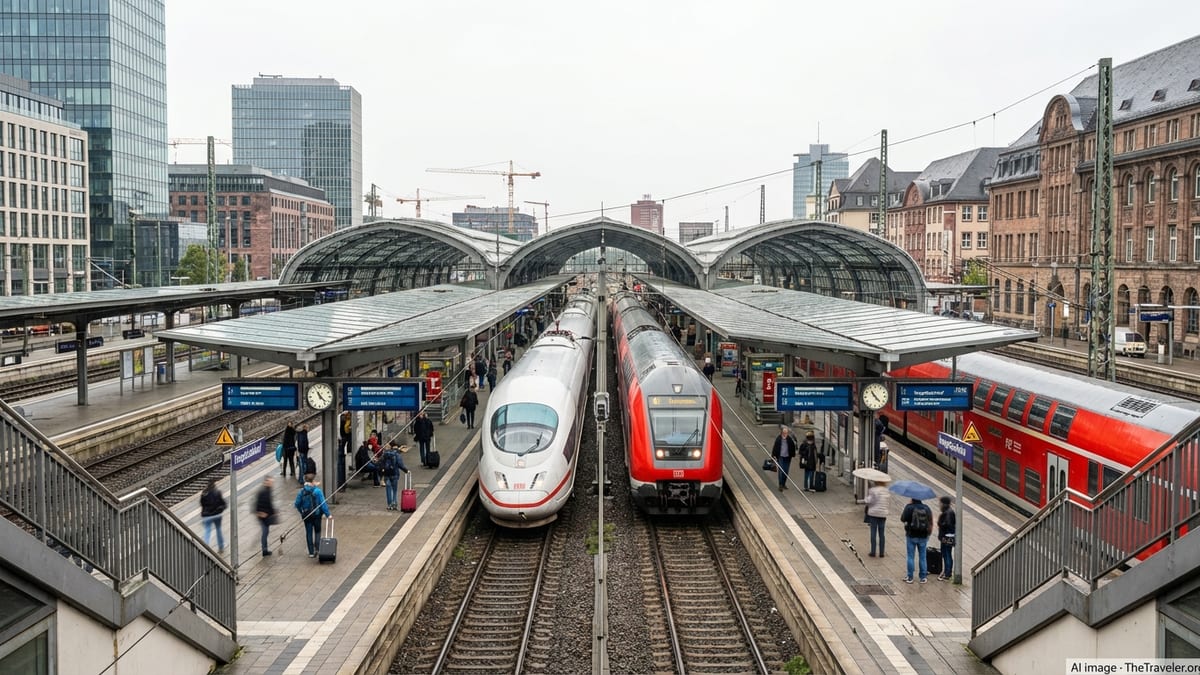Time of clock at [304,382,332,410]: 11:22
